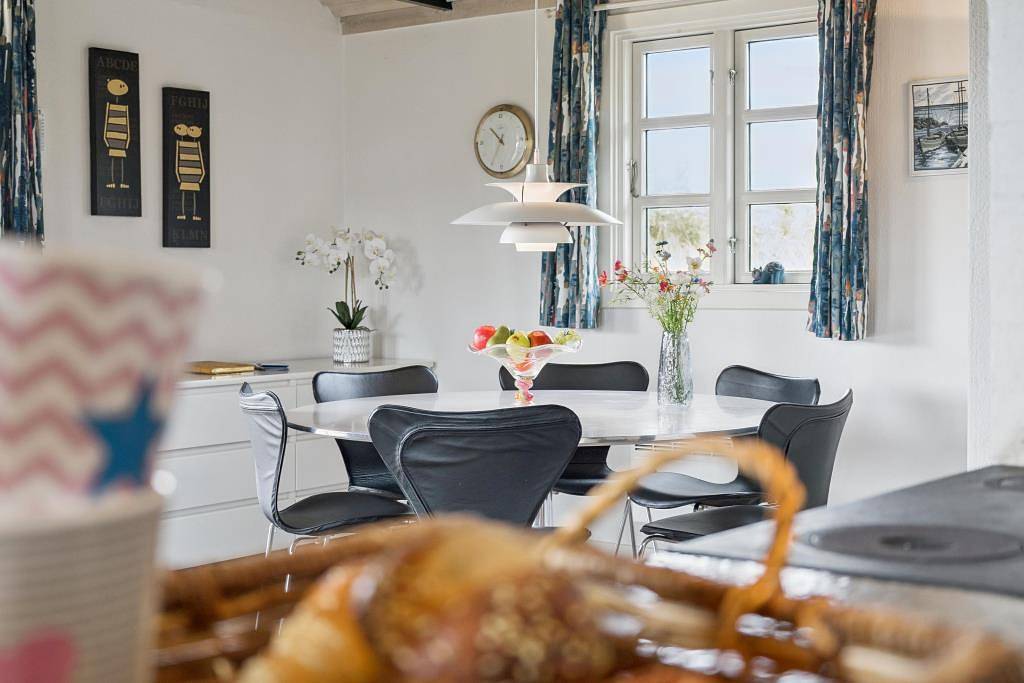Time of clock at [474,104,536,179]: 10:34
